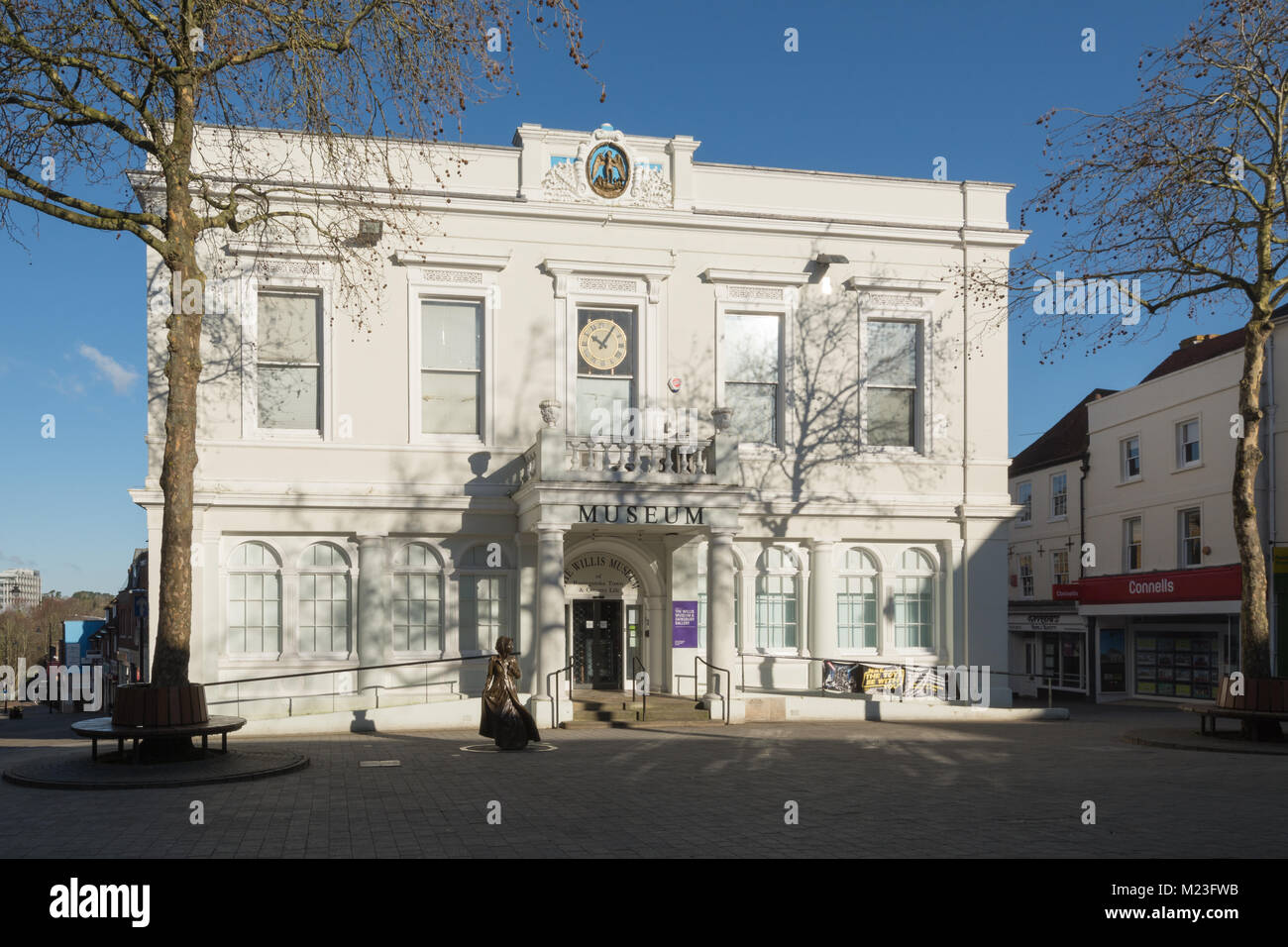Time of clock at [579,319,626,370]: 10:05
